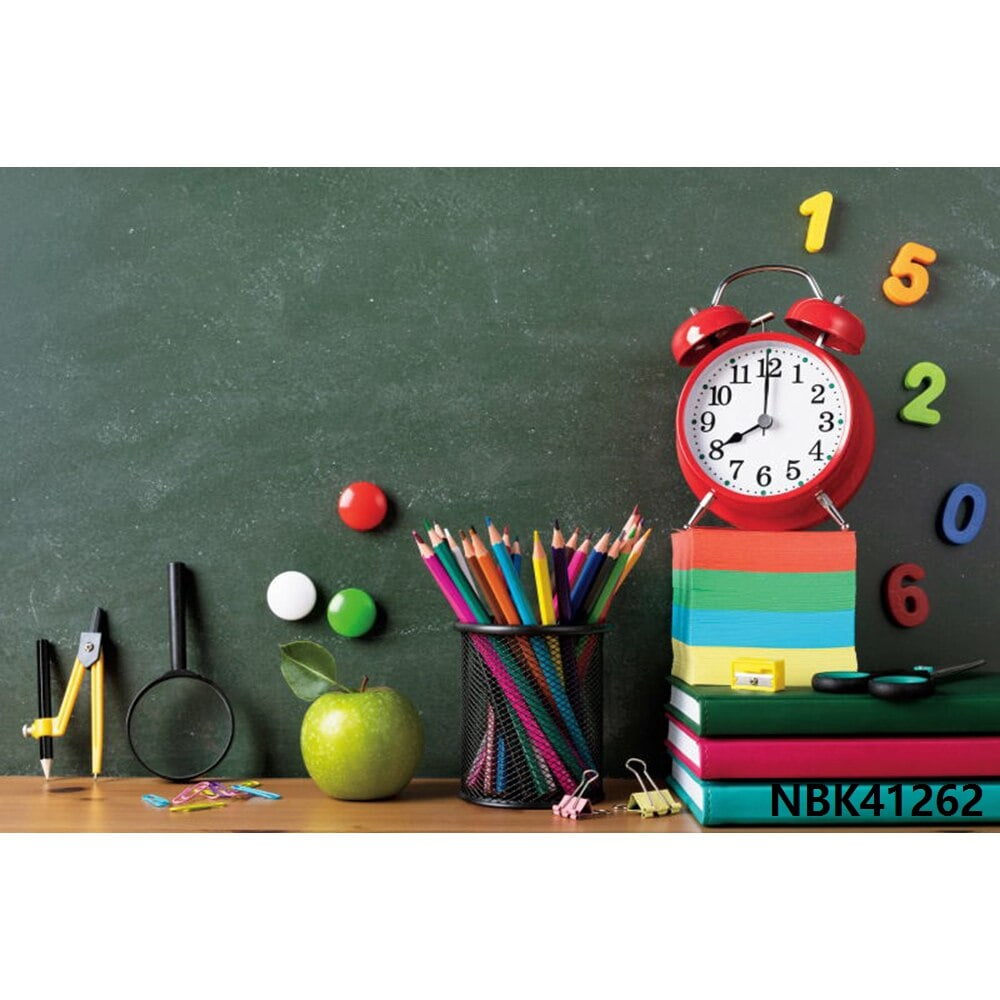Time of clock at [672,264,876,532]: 8:00
